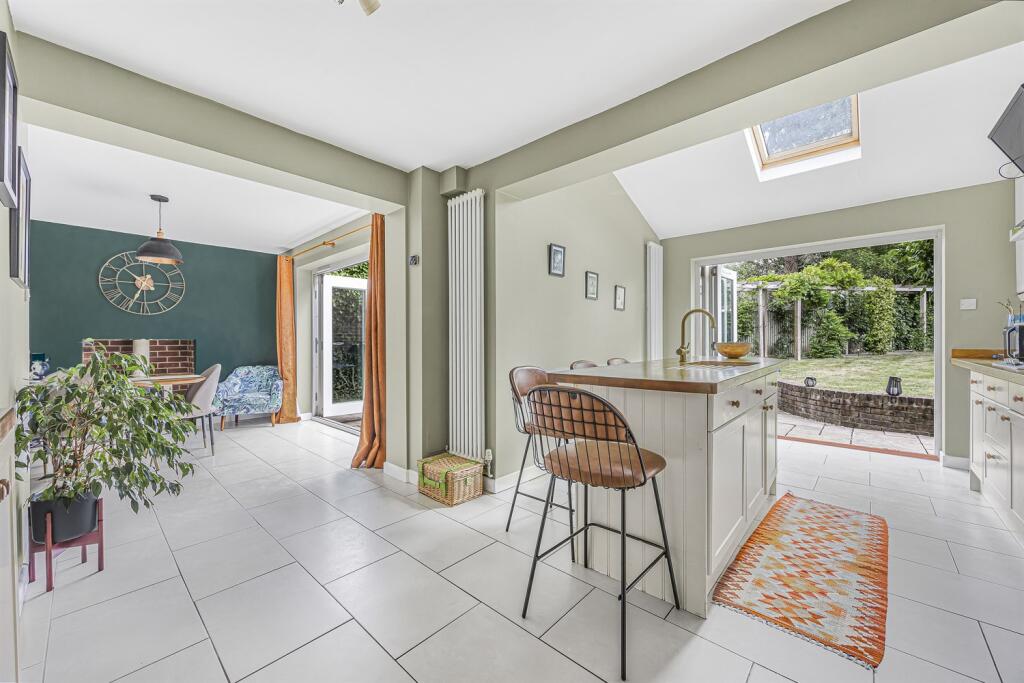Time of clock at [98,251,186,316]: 10:34
